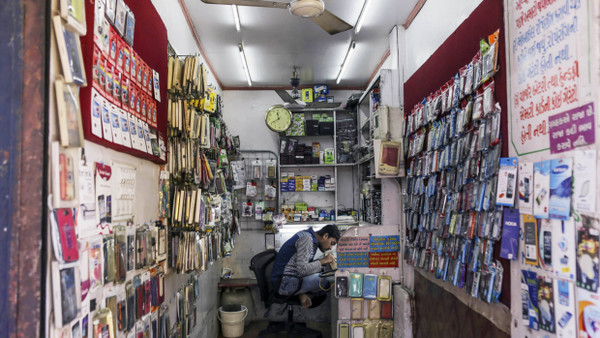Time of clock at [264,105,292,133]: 11:40
